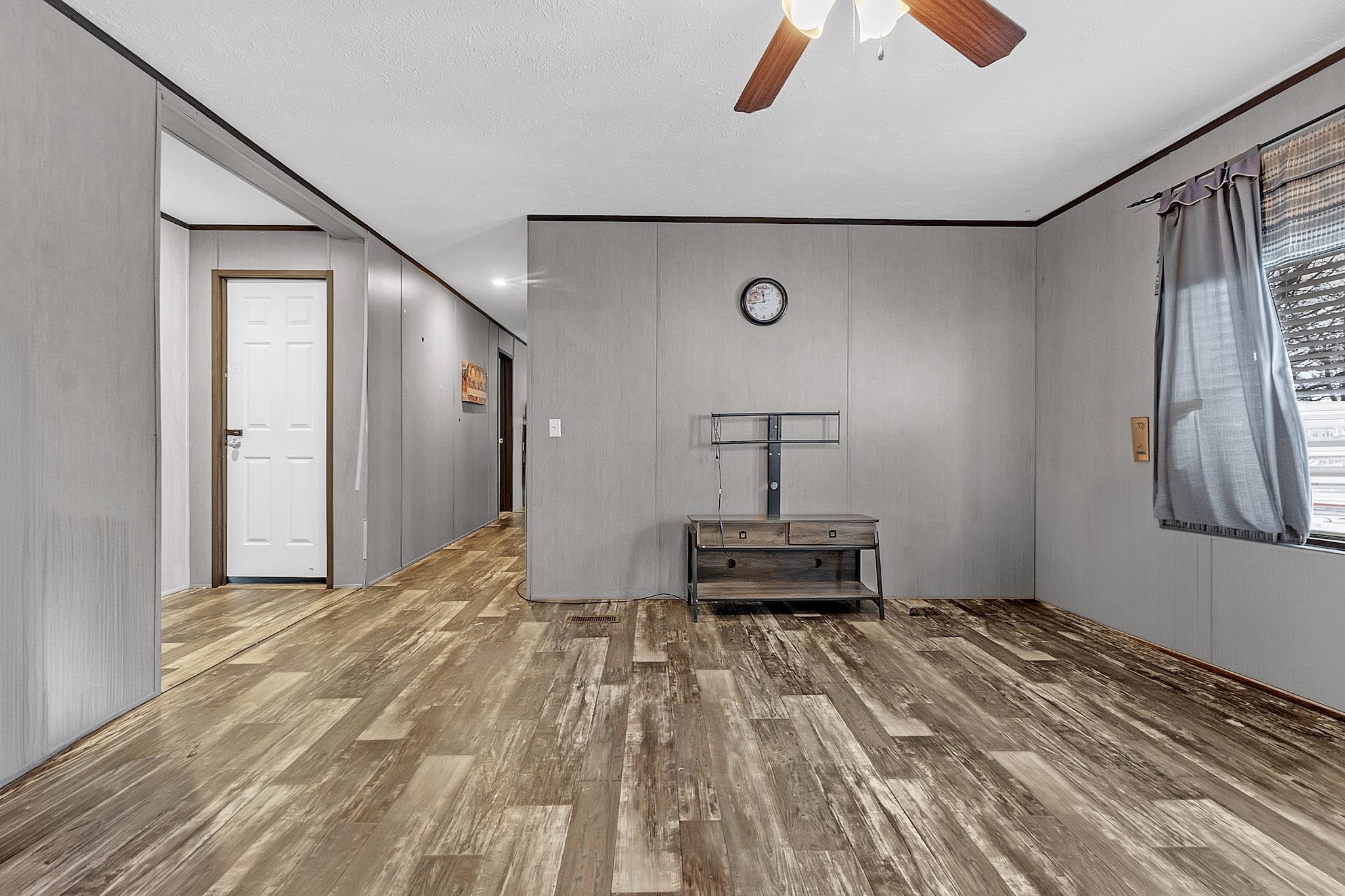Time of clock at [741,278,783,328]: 11:43
